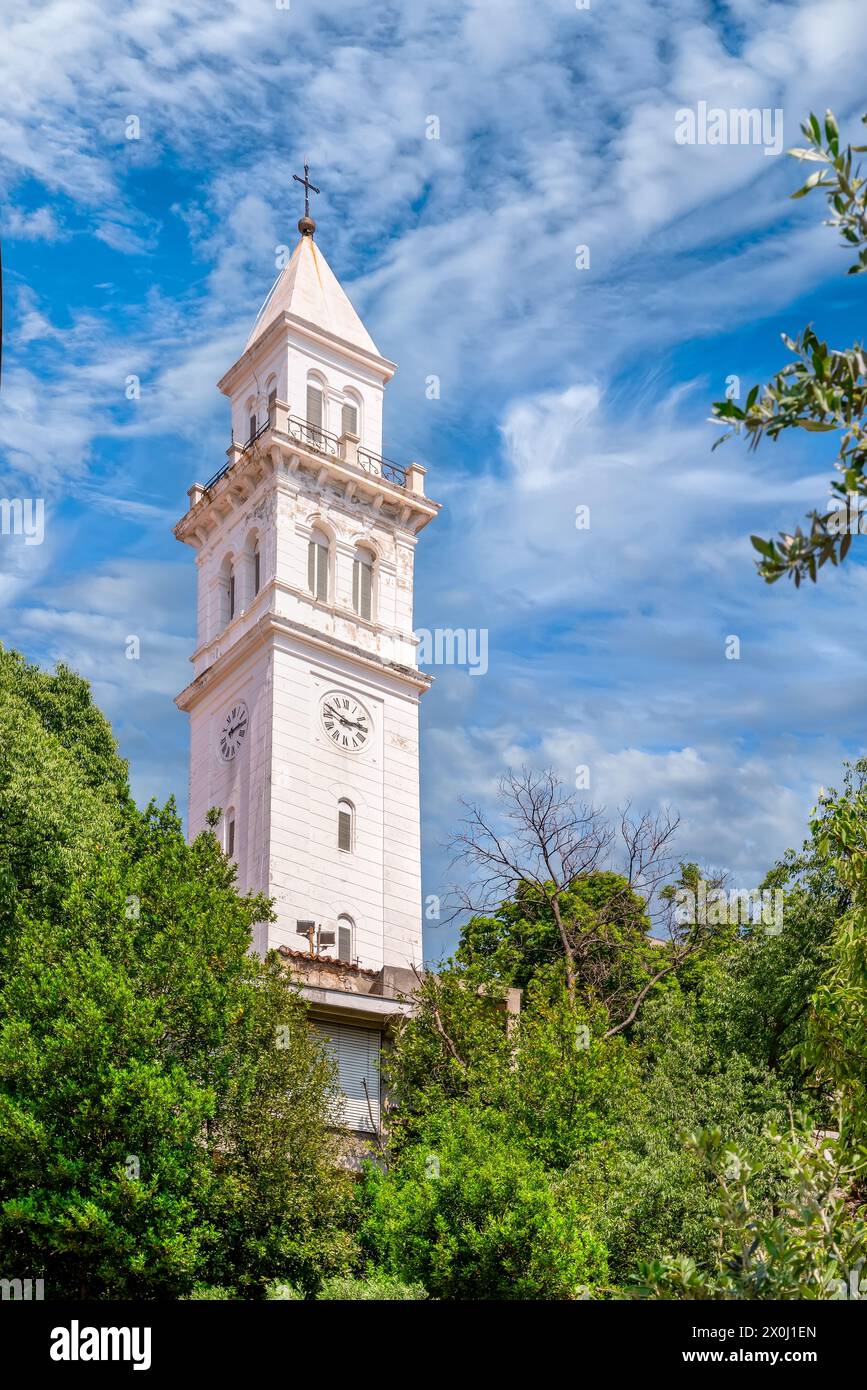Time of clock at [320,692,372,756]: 2:49
